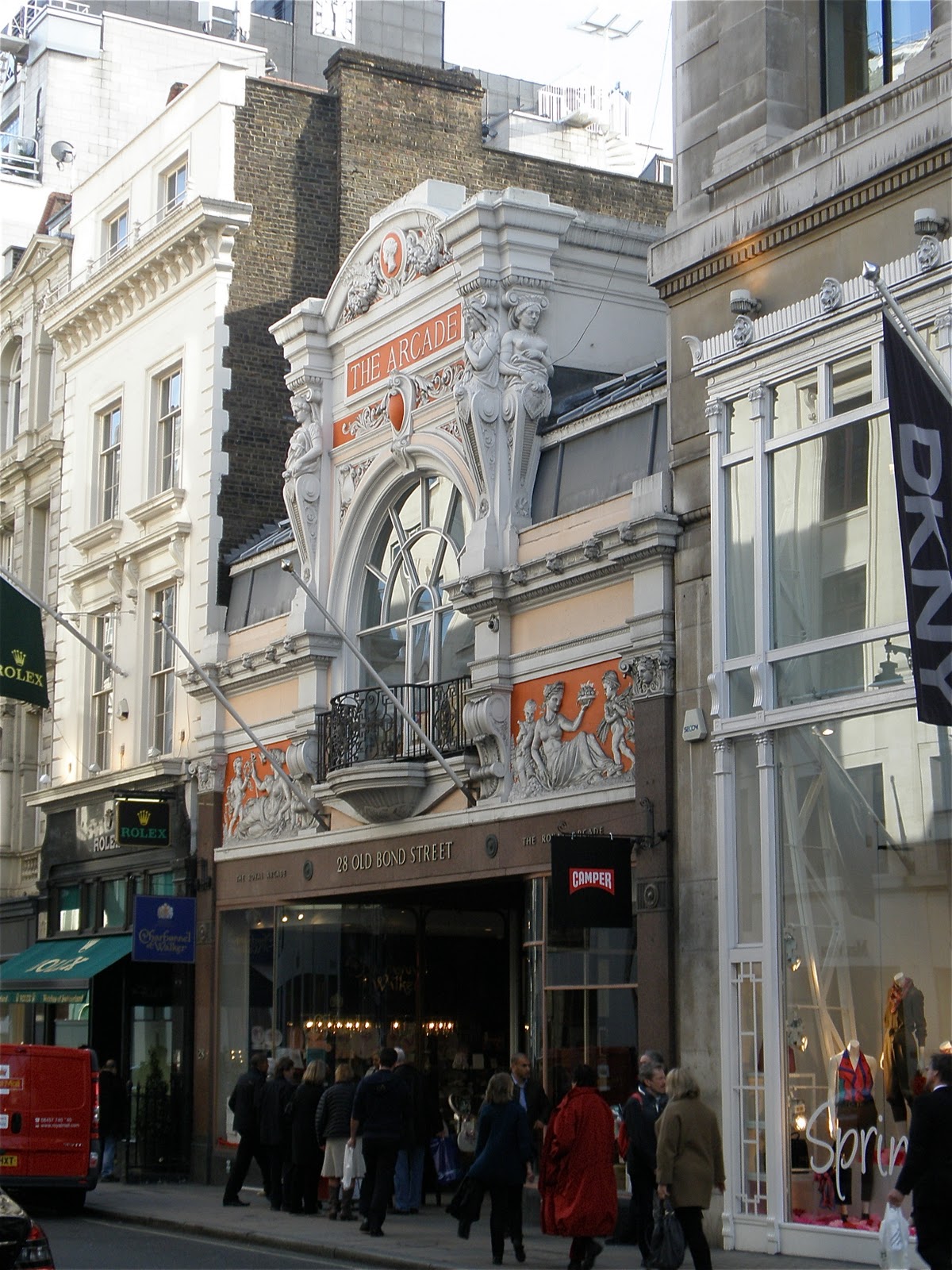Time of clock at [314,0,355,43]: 5:57
